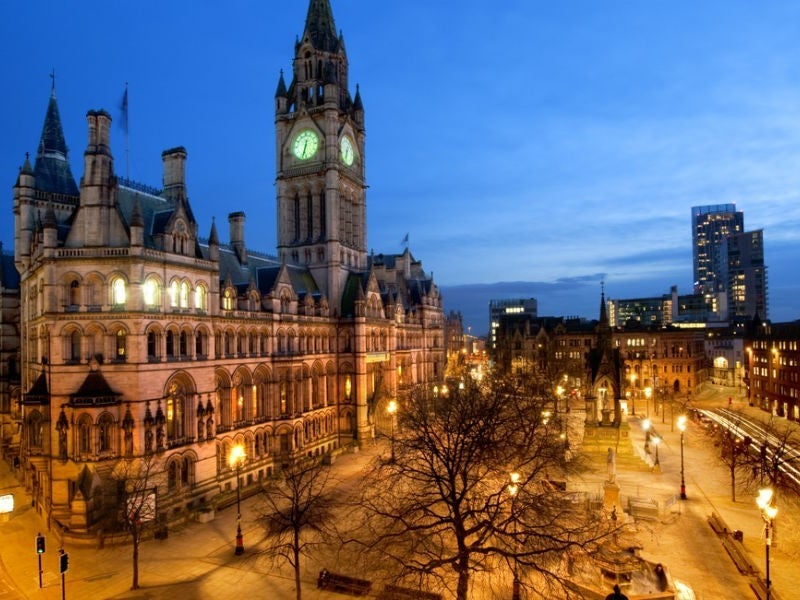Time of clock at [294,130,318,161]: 6:32
